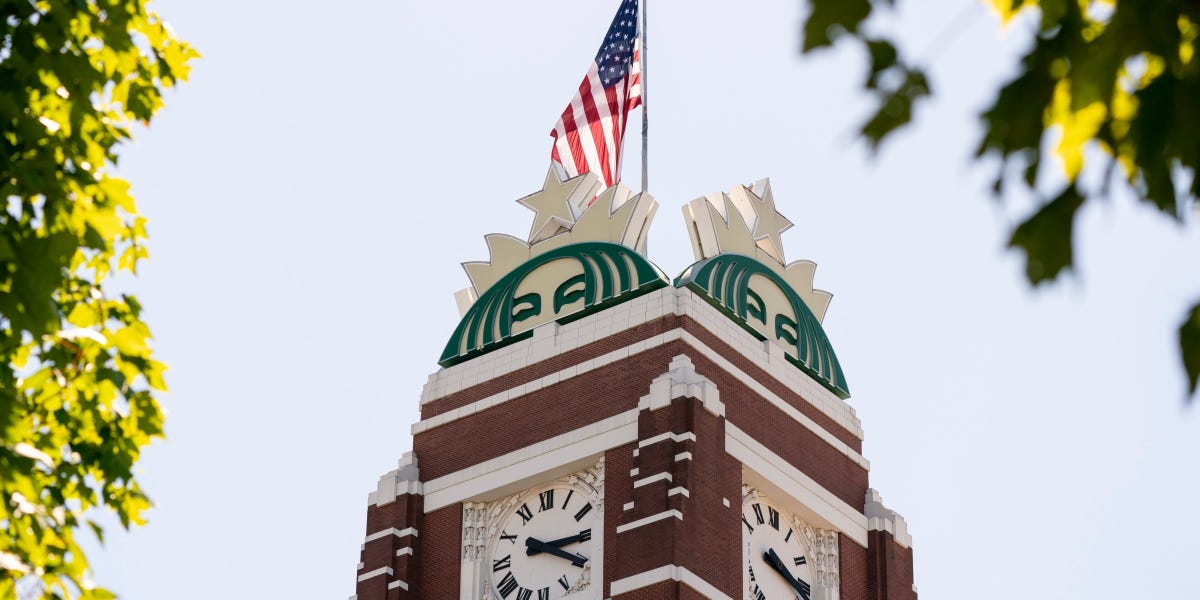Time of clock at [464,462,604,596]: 3:20
